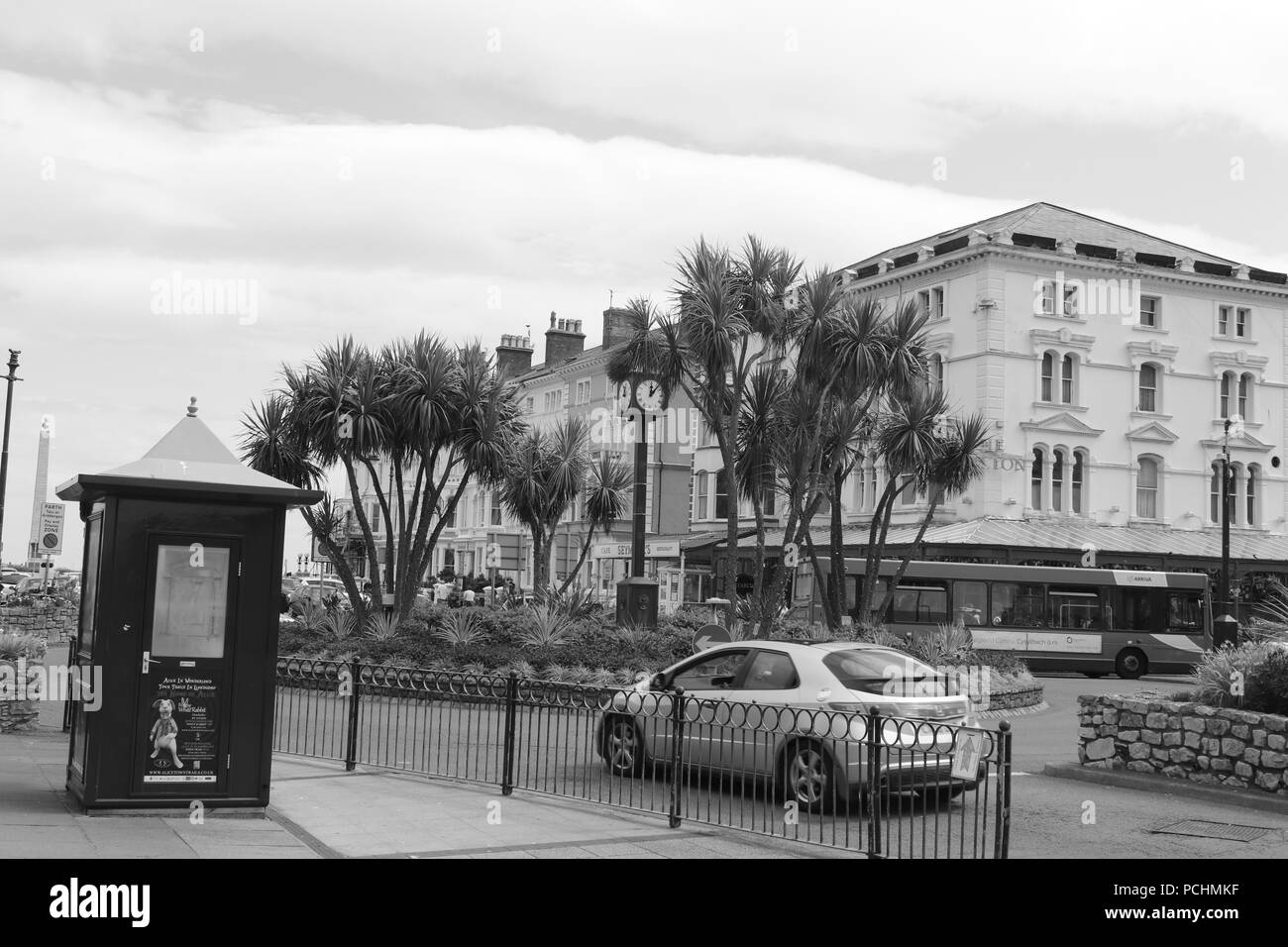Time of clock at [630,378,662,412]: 12:07
